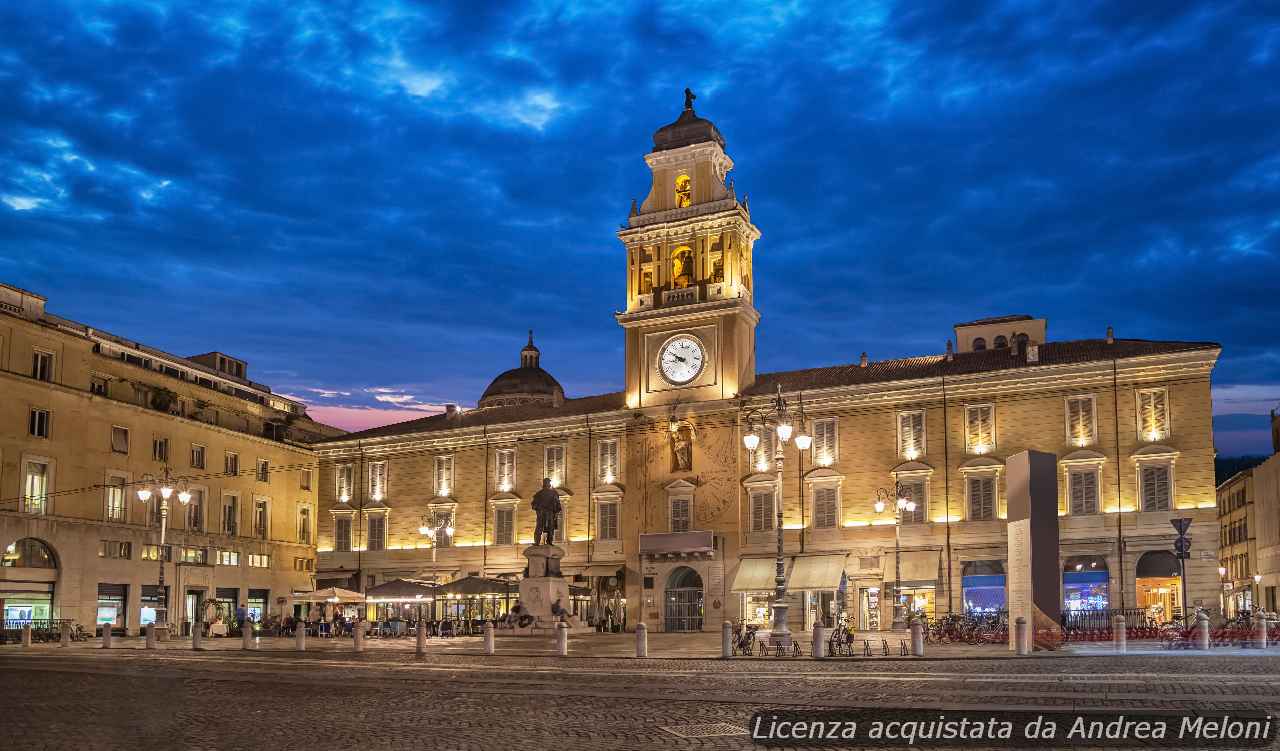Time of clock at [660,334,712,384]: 8:49
